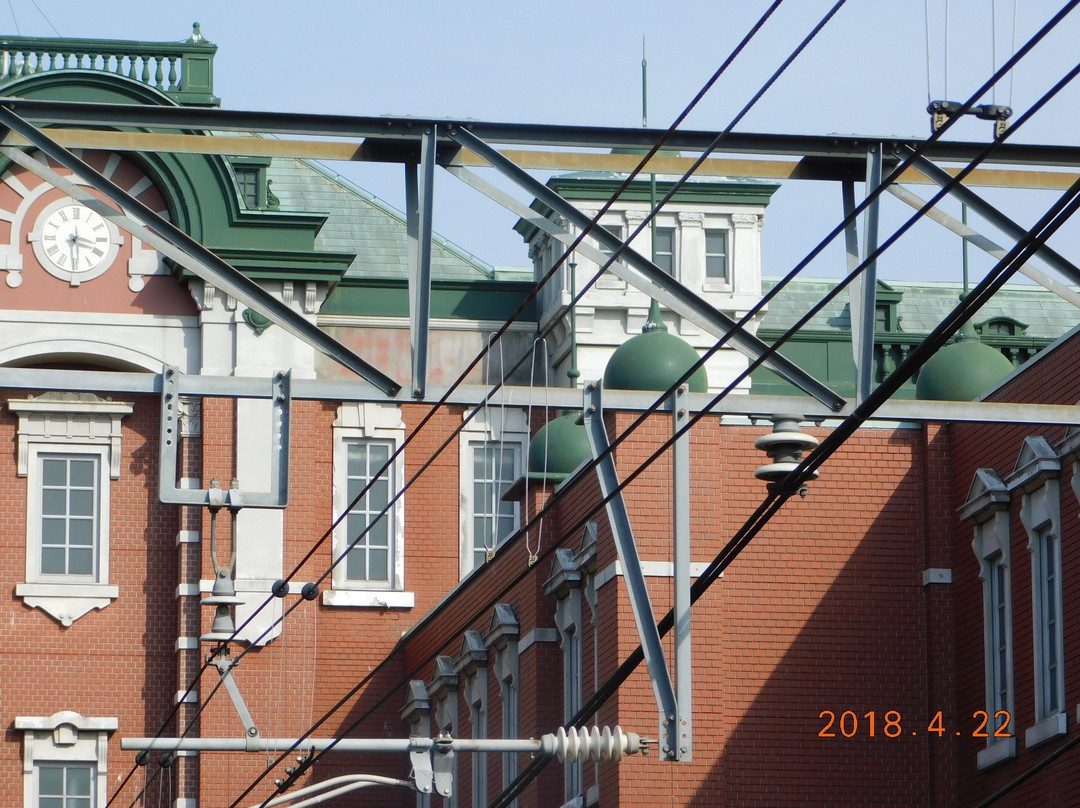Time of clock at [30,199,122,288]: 3:29
